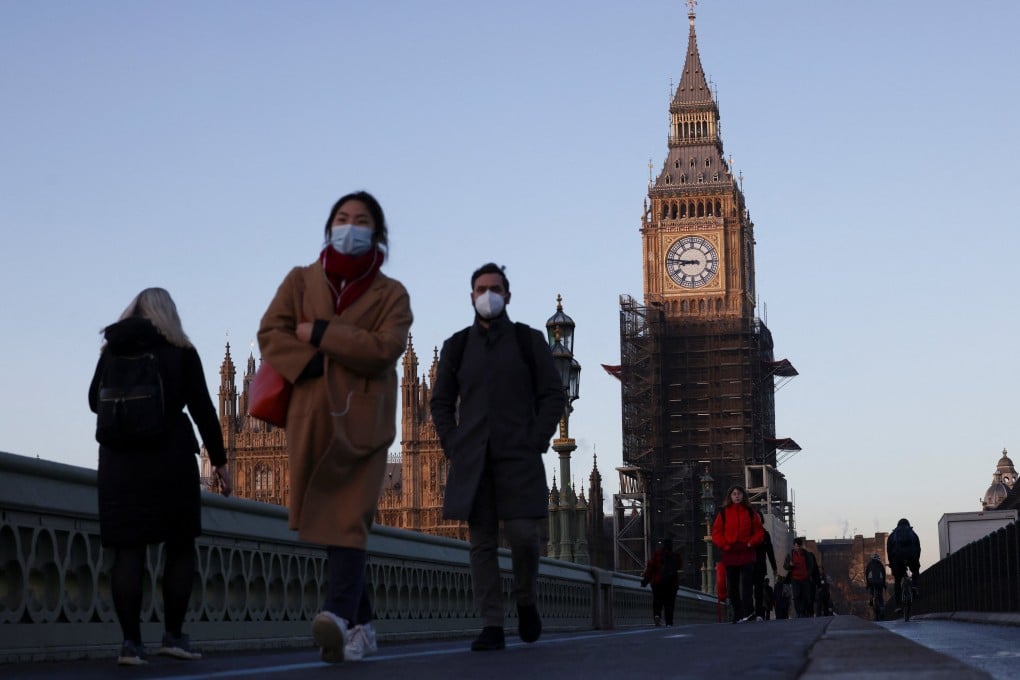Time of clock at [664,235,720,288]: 8:46
